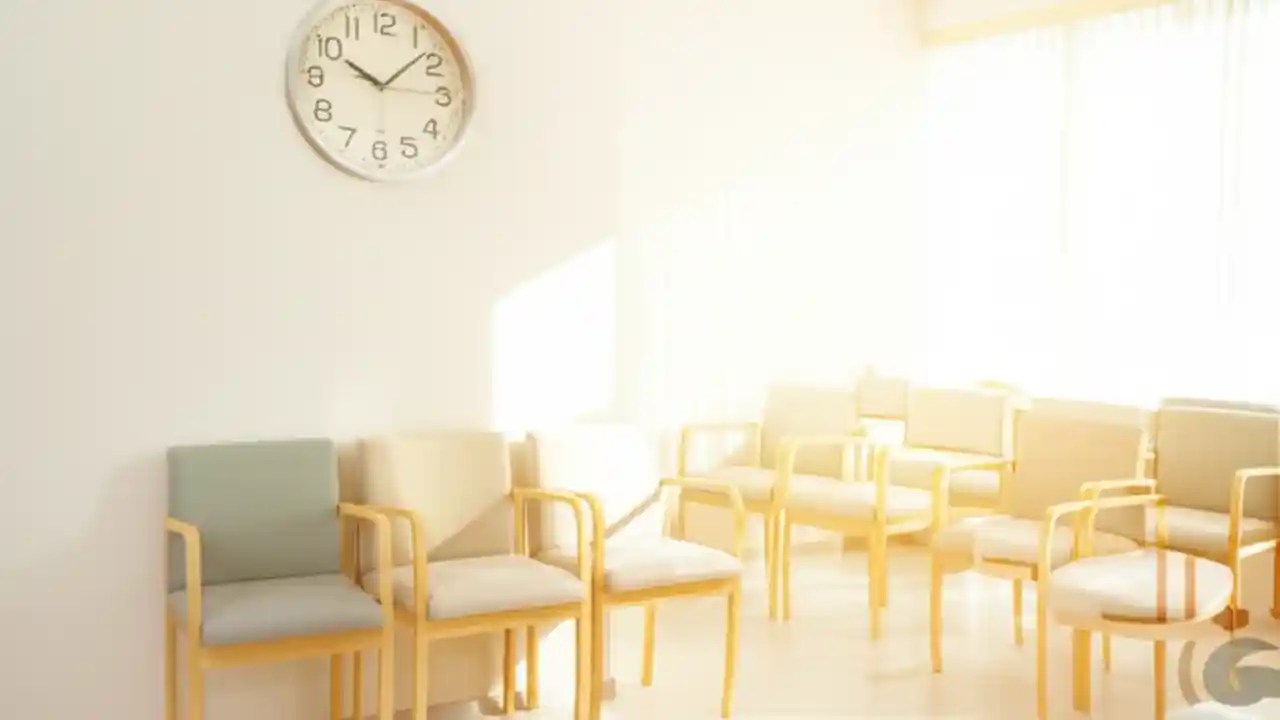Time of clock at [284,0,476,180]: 10:07
